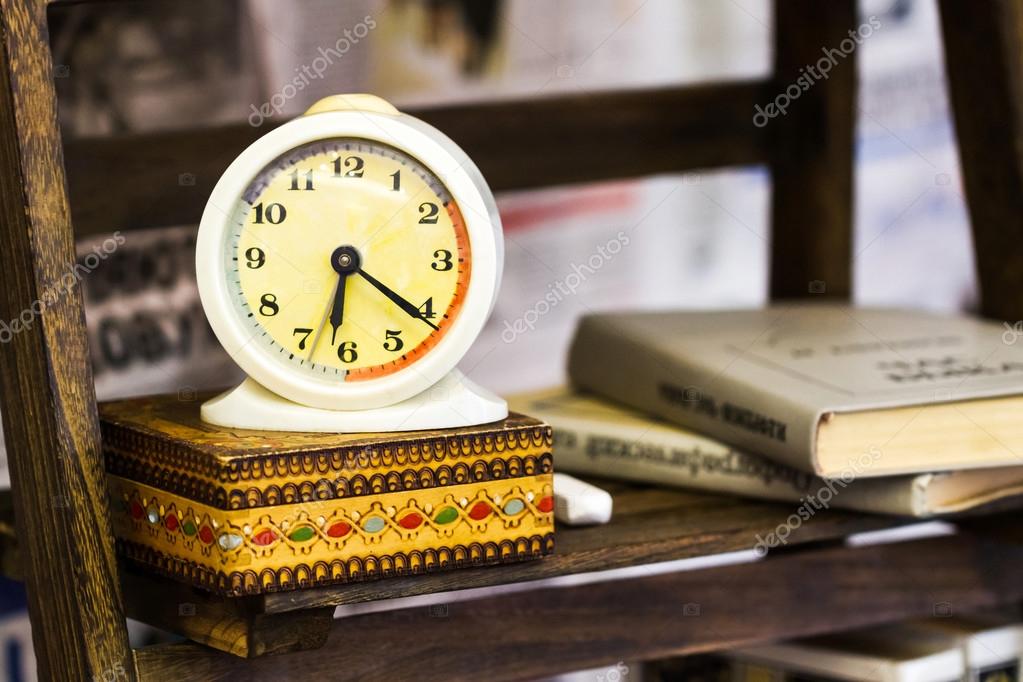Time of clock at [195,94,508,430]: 6:21
